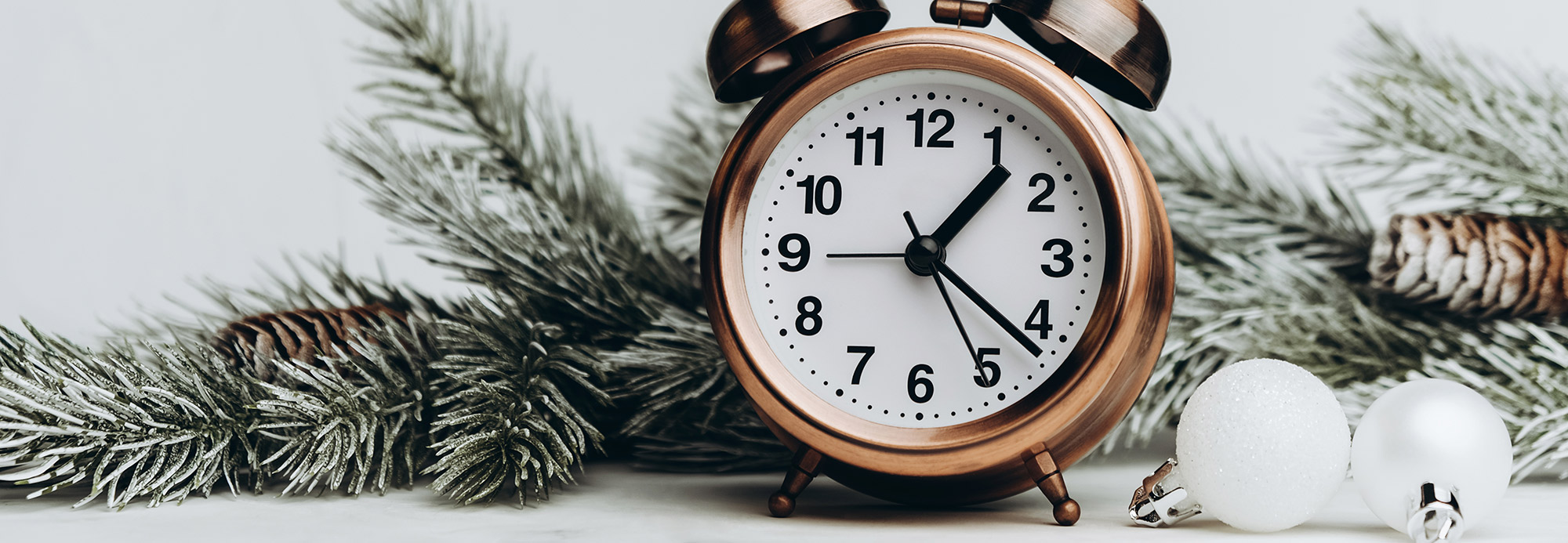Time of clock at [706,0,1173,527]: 1:21
